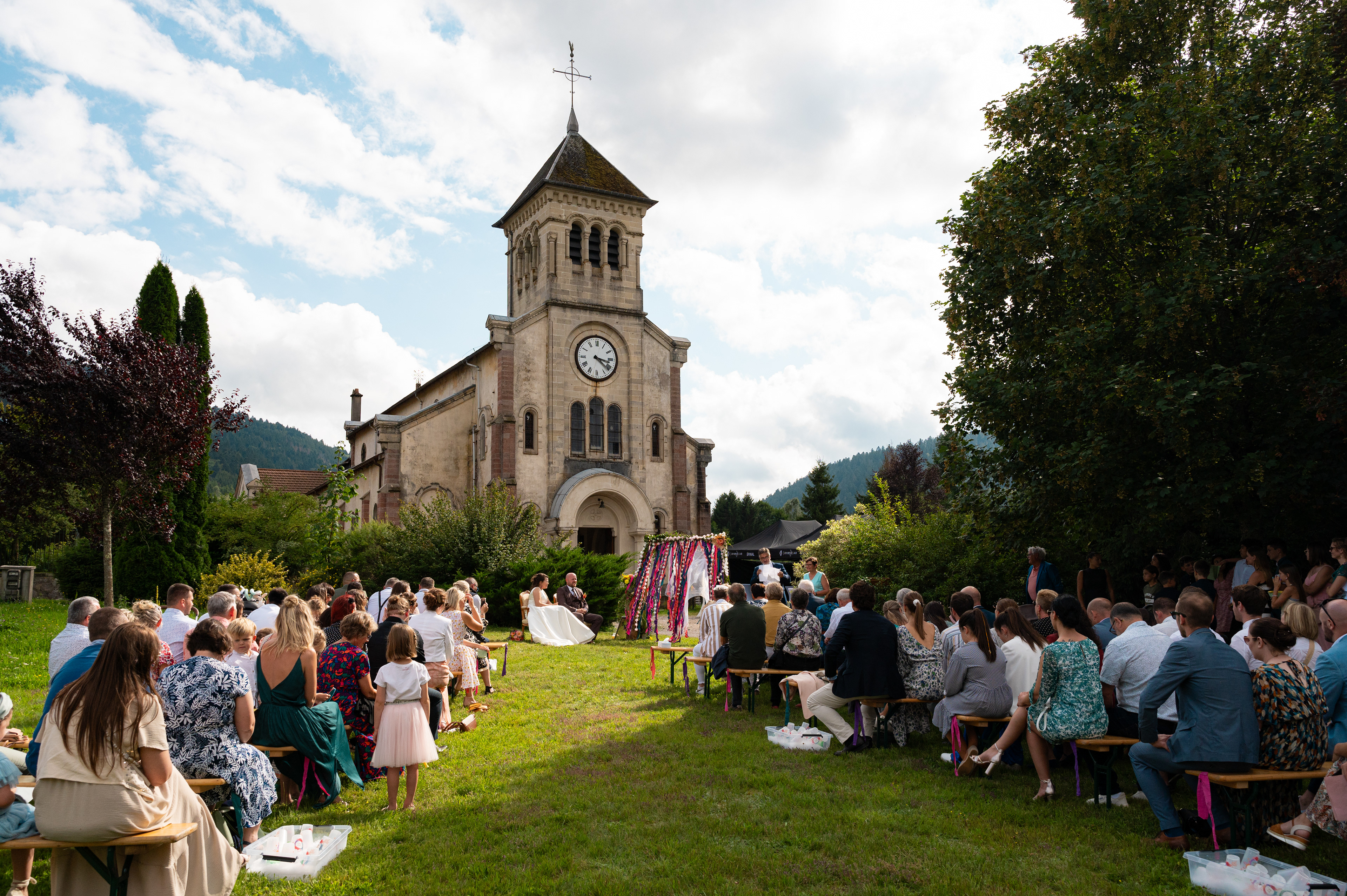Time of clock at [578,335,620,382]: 3:21
